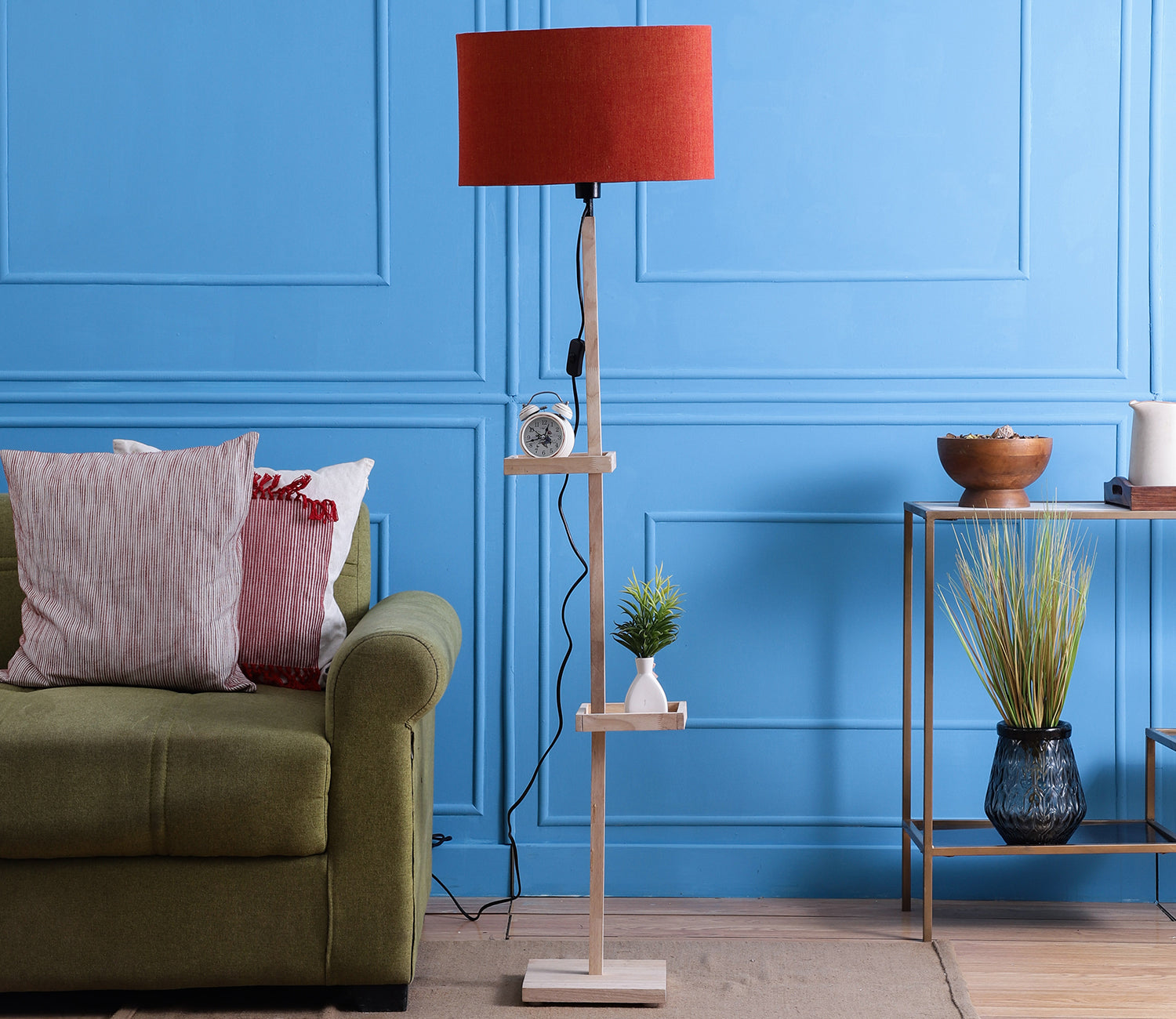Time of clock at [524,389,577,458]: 12:42
